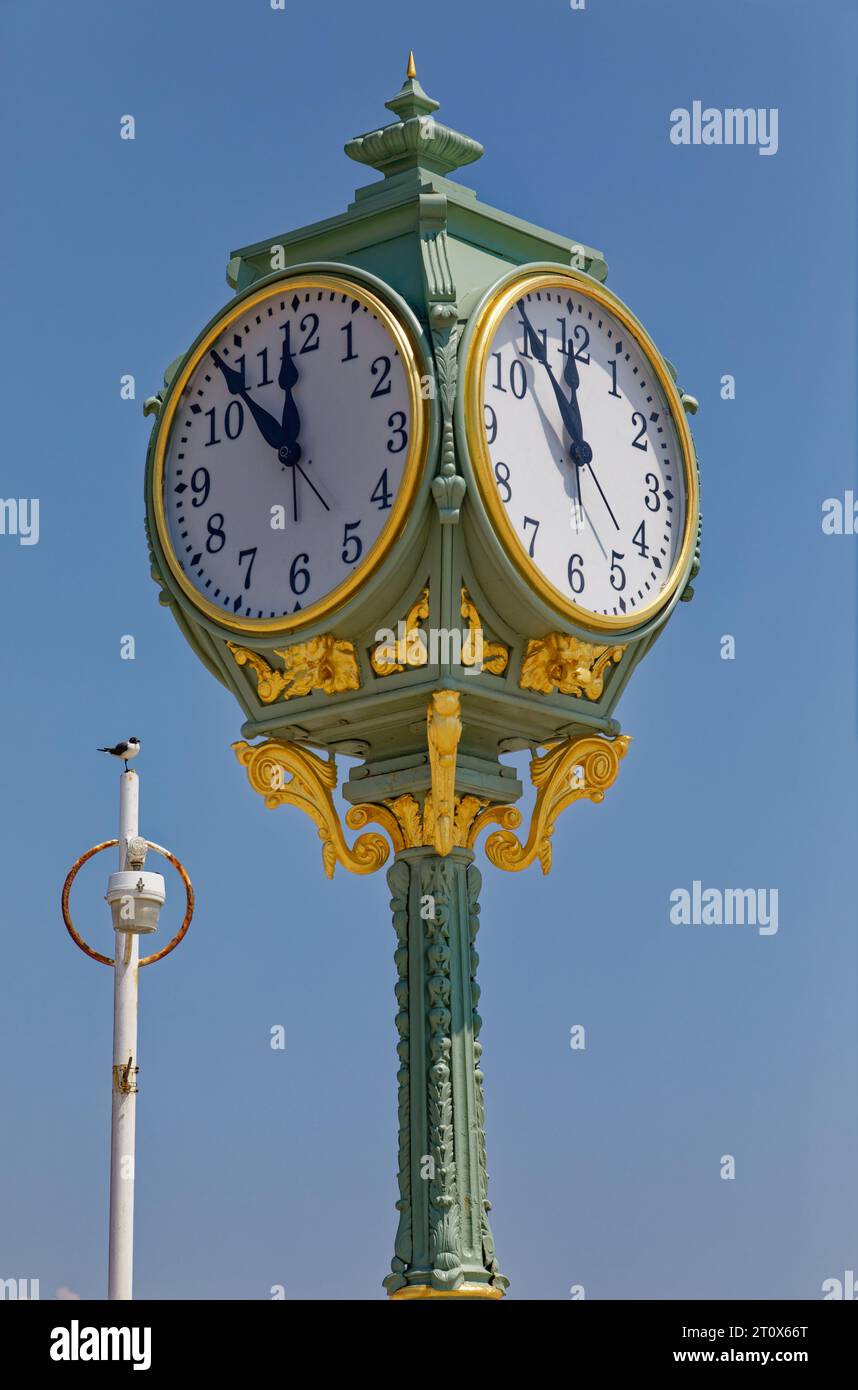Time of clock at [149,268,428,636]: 11:53
